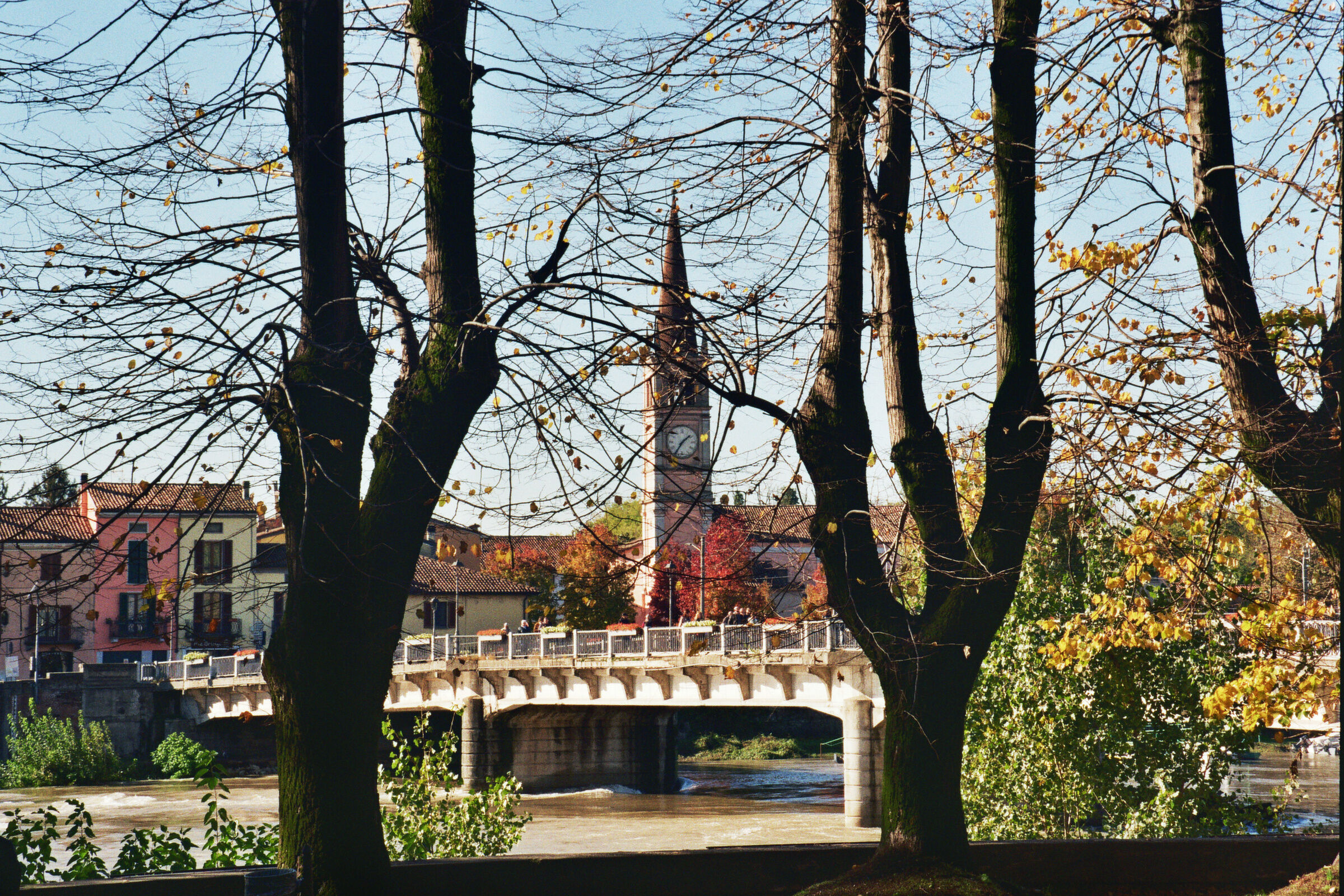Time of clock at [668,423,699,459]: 1:35
